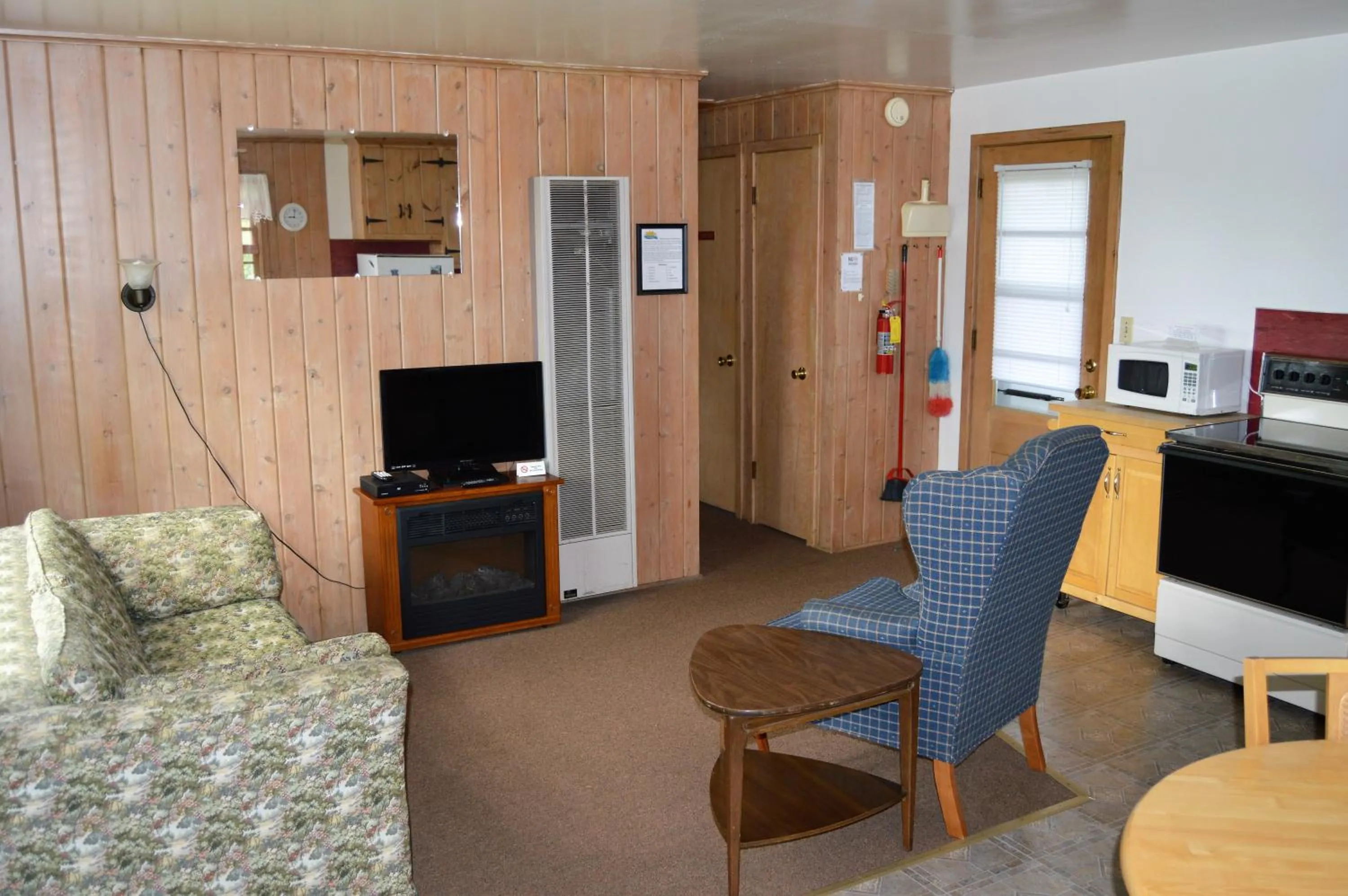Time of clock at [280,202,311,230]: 9:01
